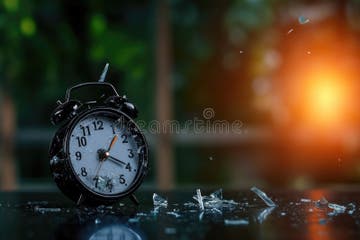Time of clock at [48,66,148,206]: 1:19
